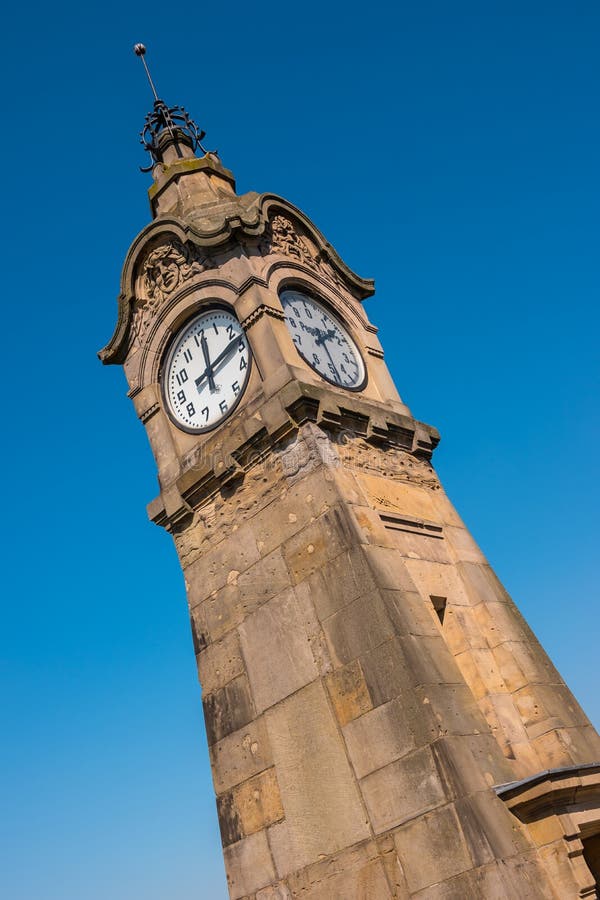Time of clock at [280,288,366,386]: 1:28
